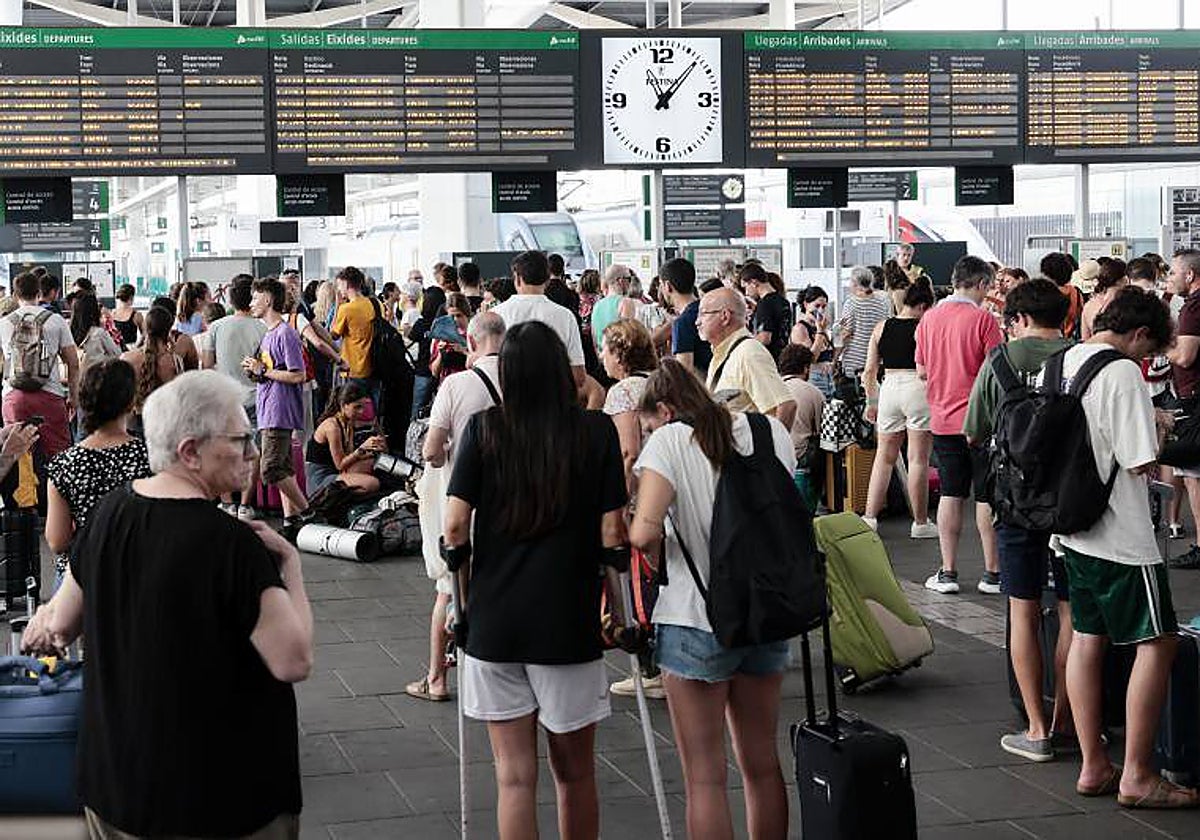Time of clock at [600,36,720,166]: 11:07
